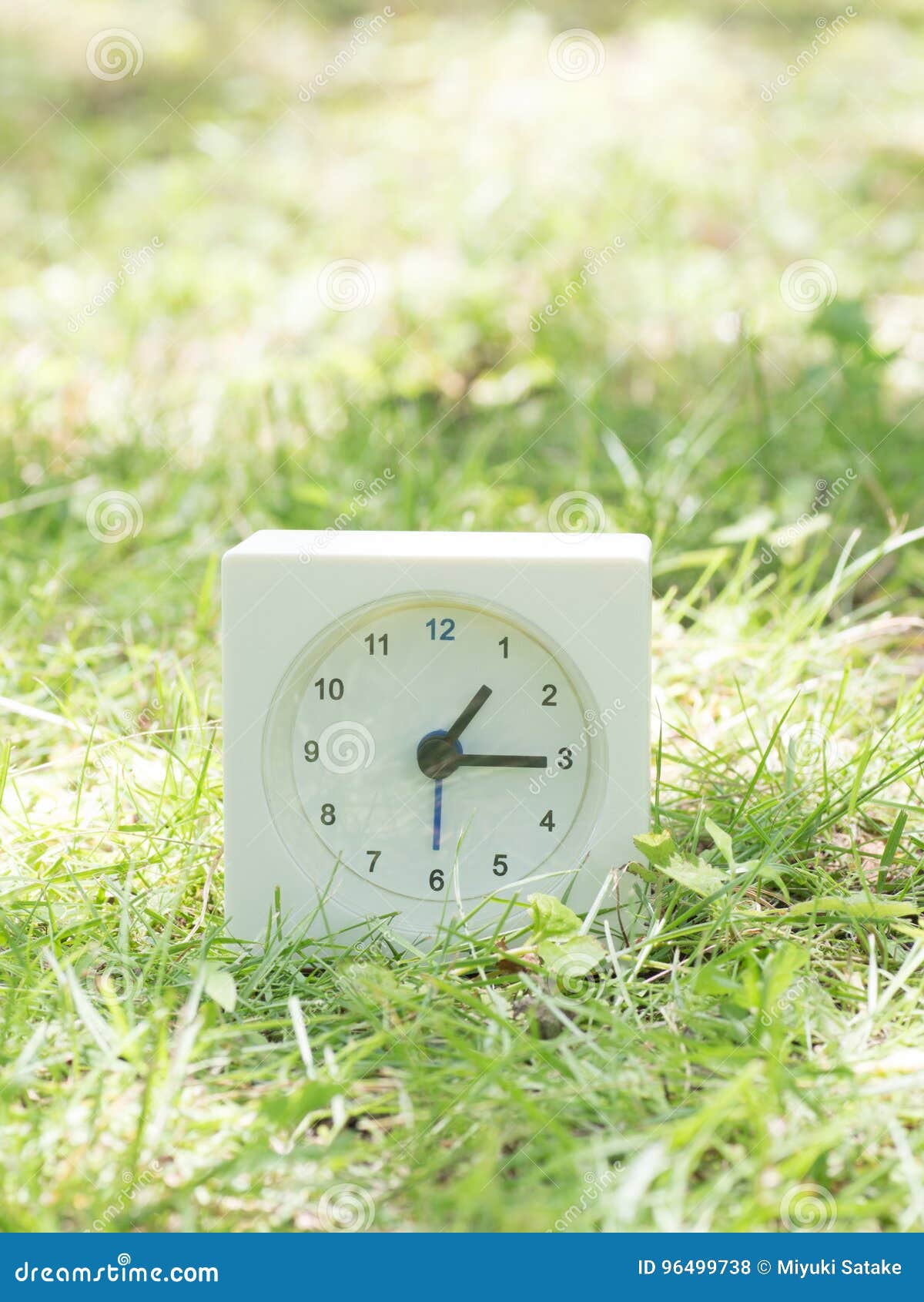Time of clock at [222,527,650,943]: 1:15
